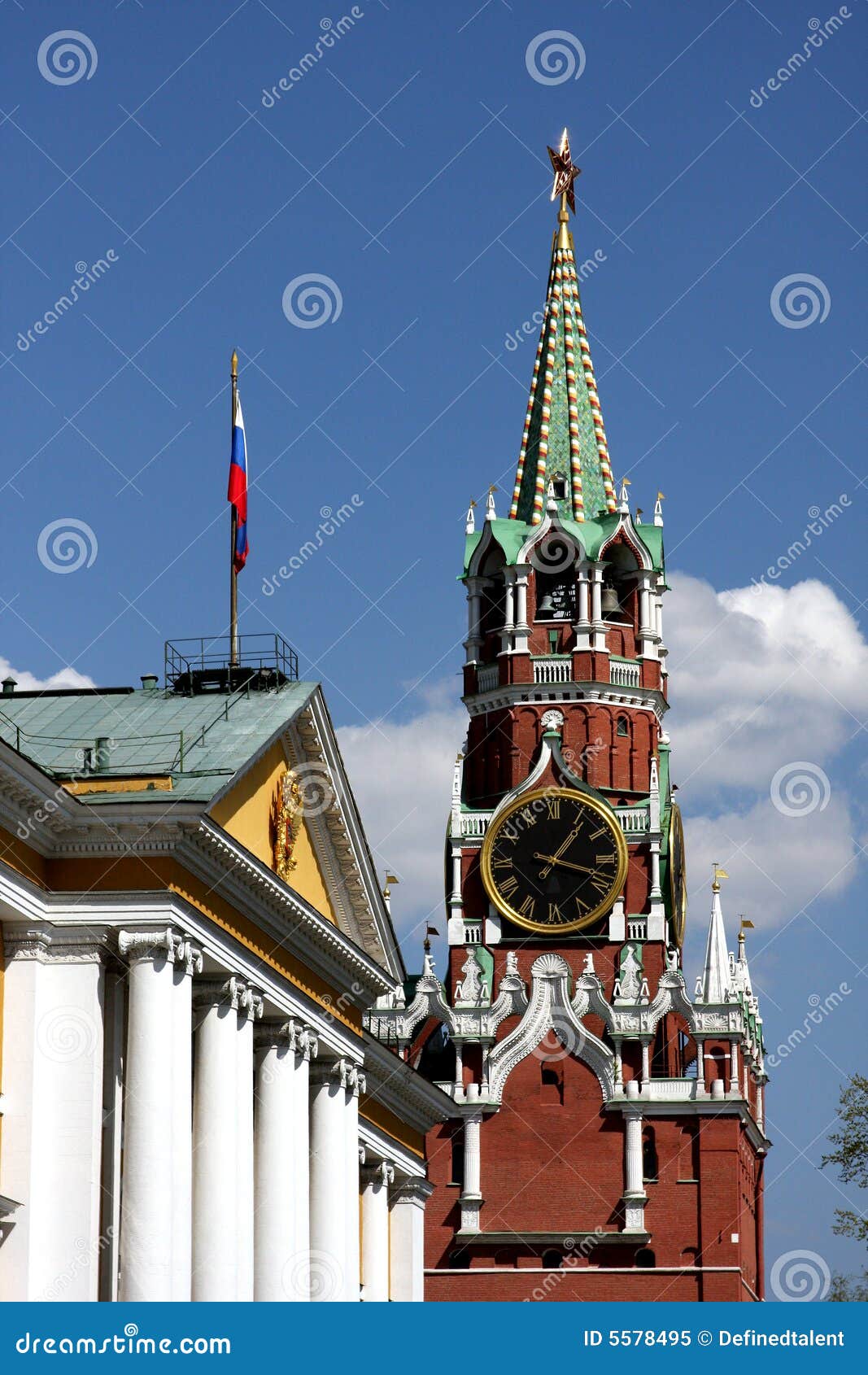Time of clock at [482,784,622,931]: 1:18
